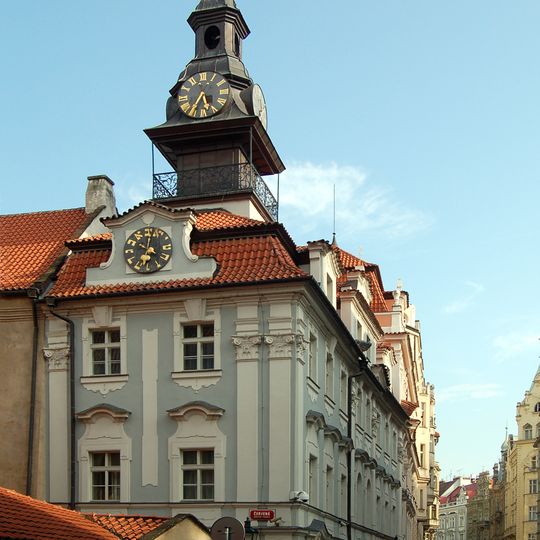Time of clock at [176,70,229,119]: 5:35
